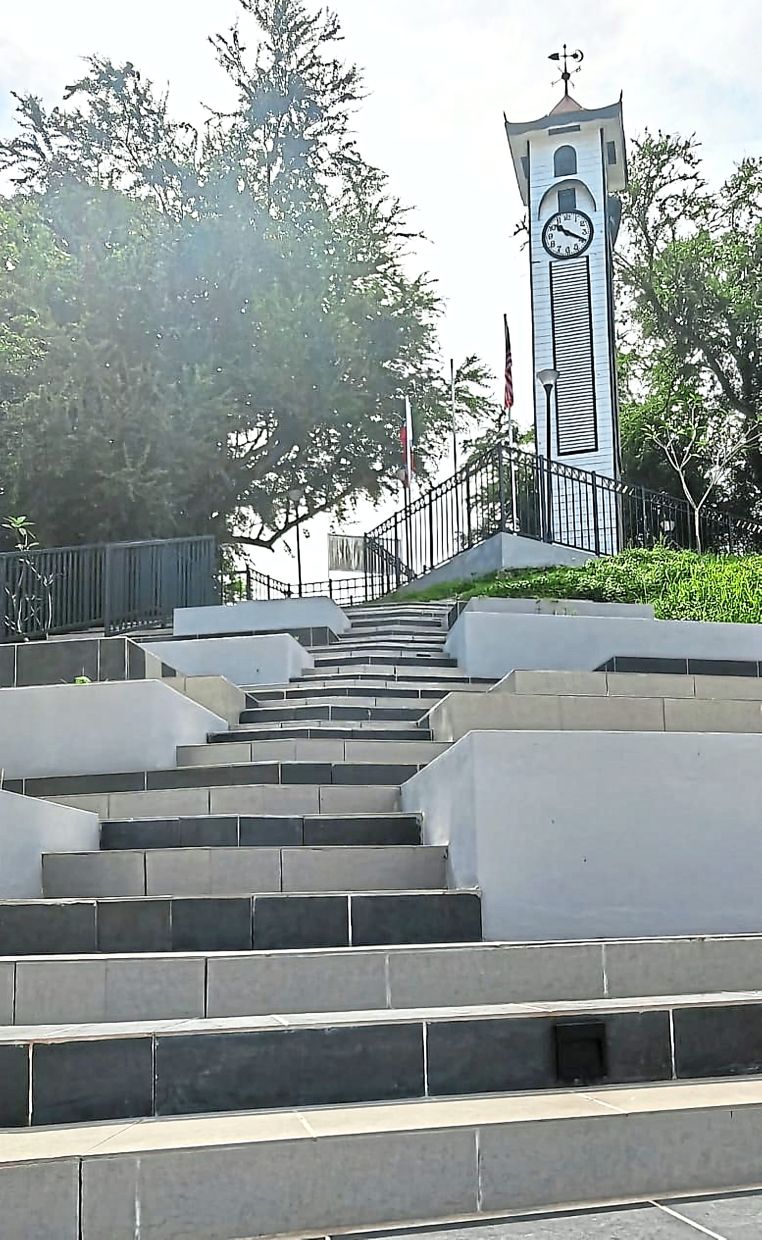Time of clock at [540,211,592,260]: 10:19
